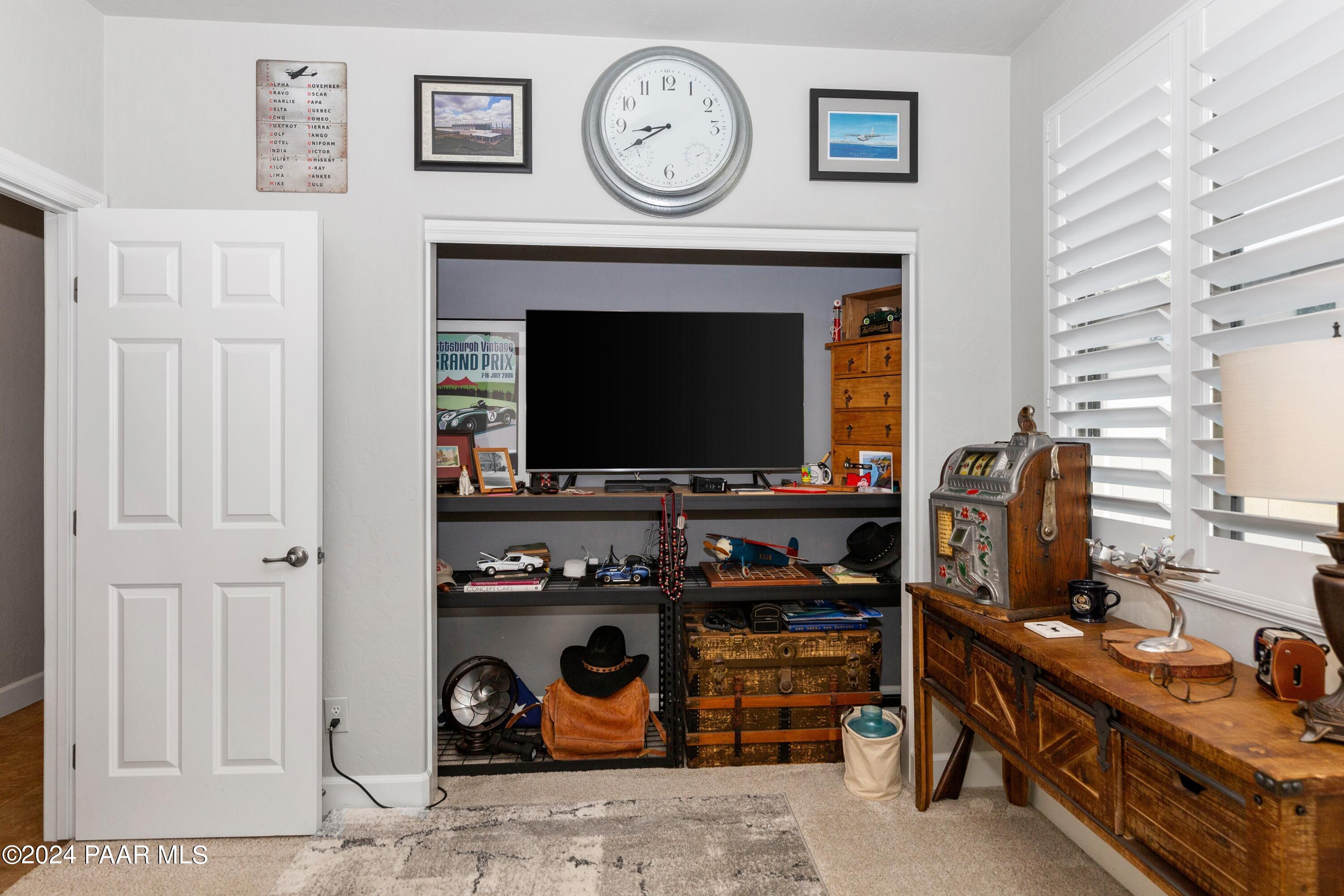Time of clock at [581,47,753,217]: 8:40
